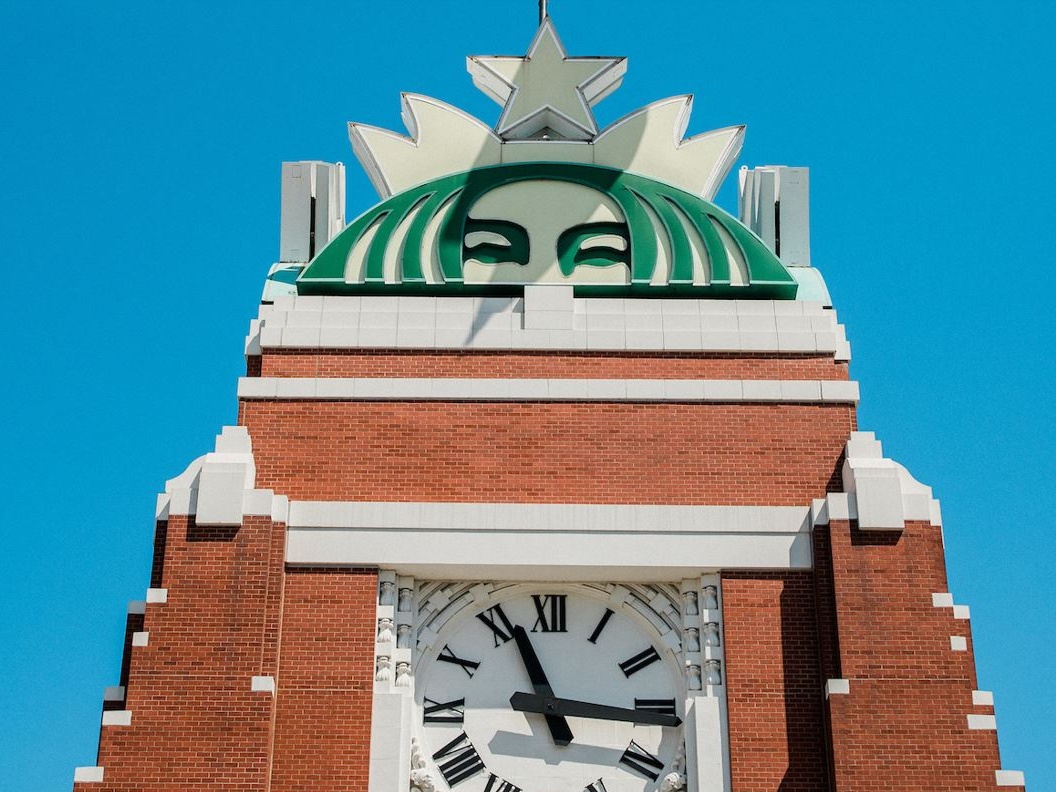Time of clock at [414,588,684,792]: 11:15
